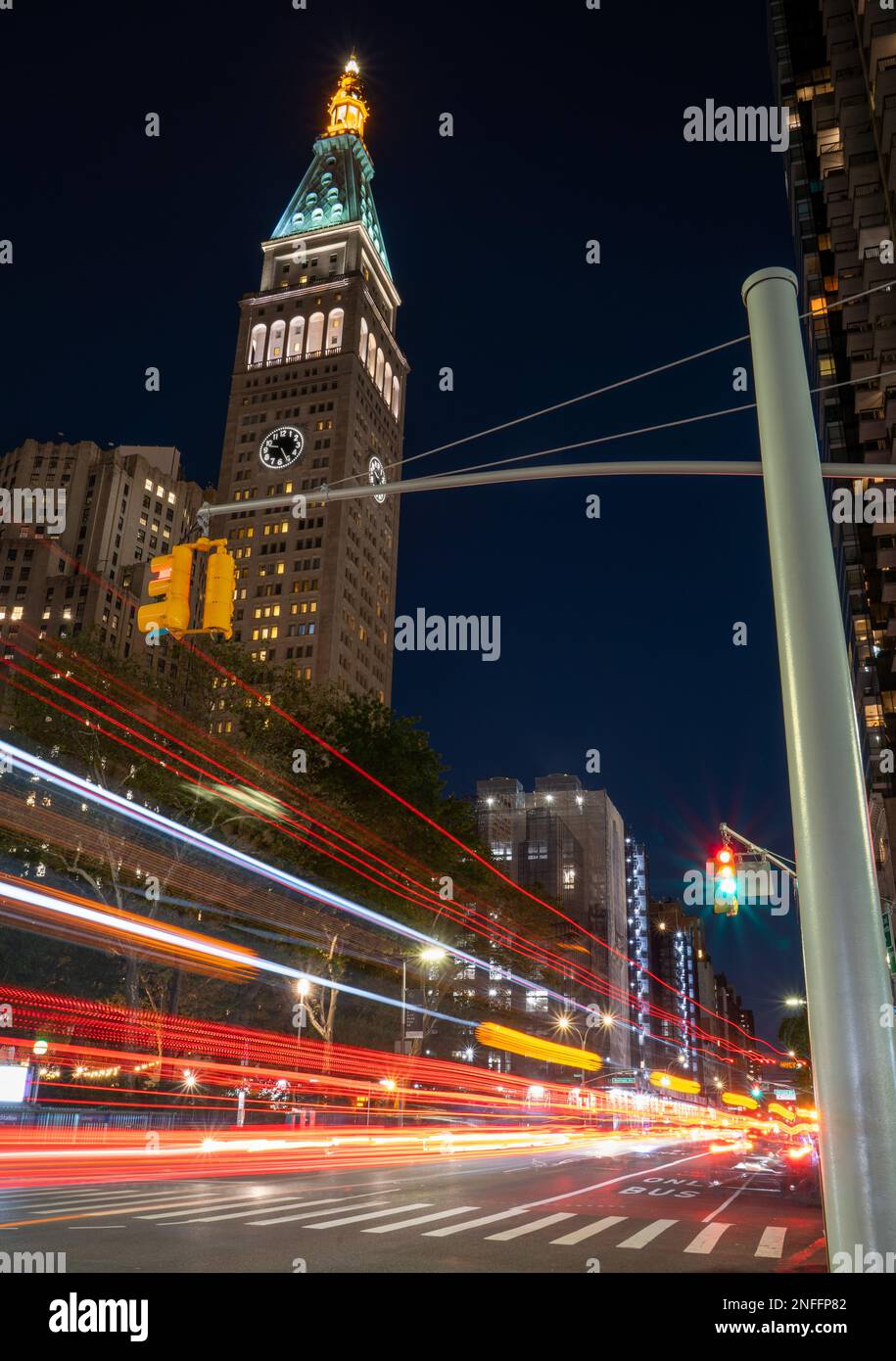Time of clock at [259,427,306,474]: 9:25
